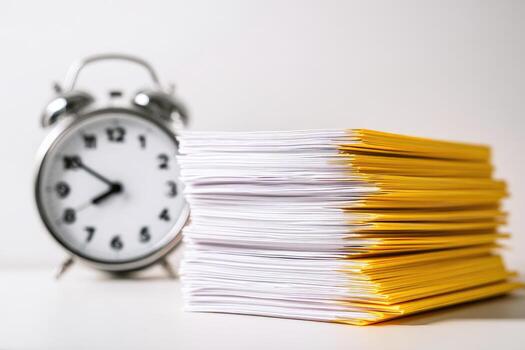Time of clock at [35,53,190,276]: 7:50
